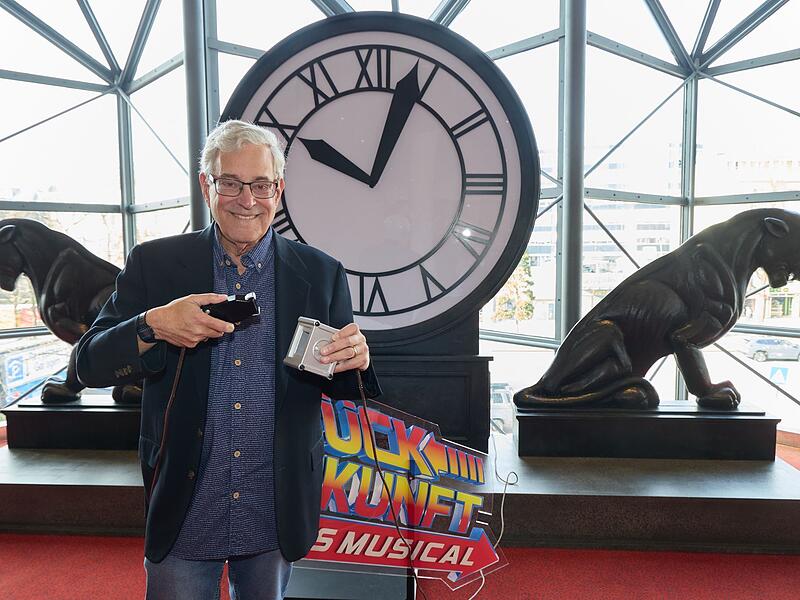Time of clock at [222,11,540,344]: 10:03
